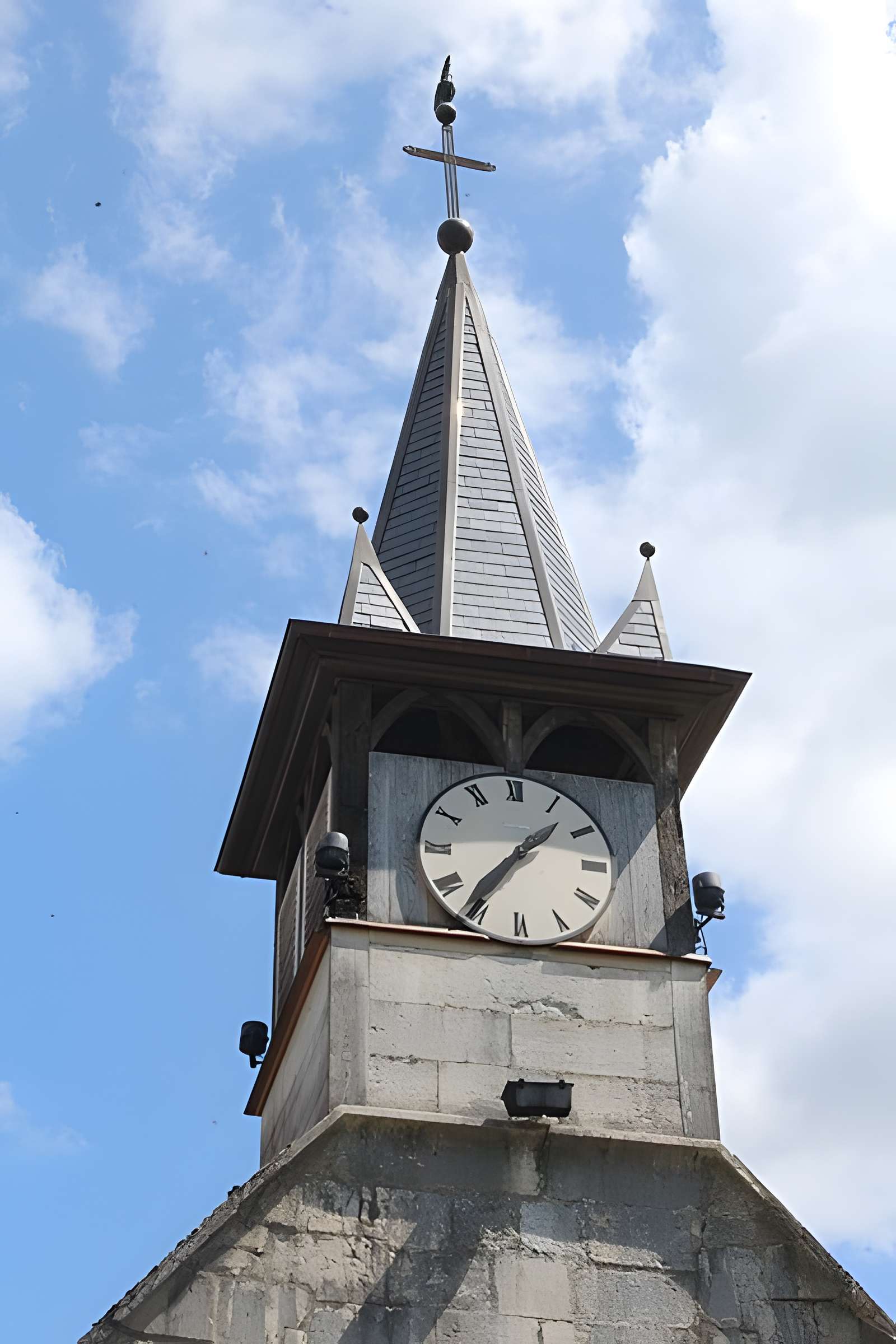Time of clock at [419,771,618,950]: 1:36
